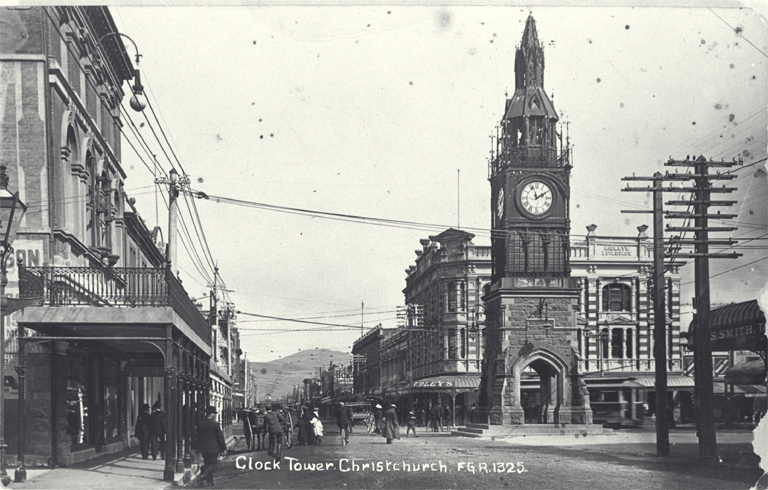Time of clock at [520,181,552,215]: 1:57
